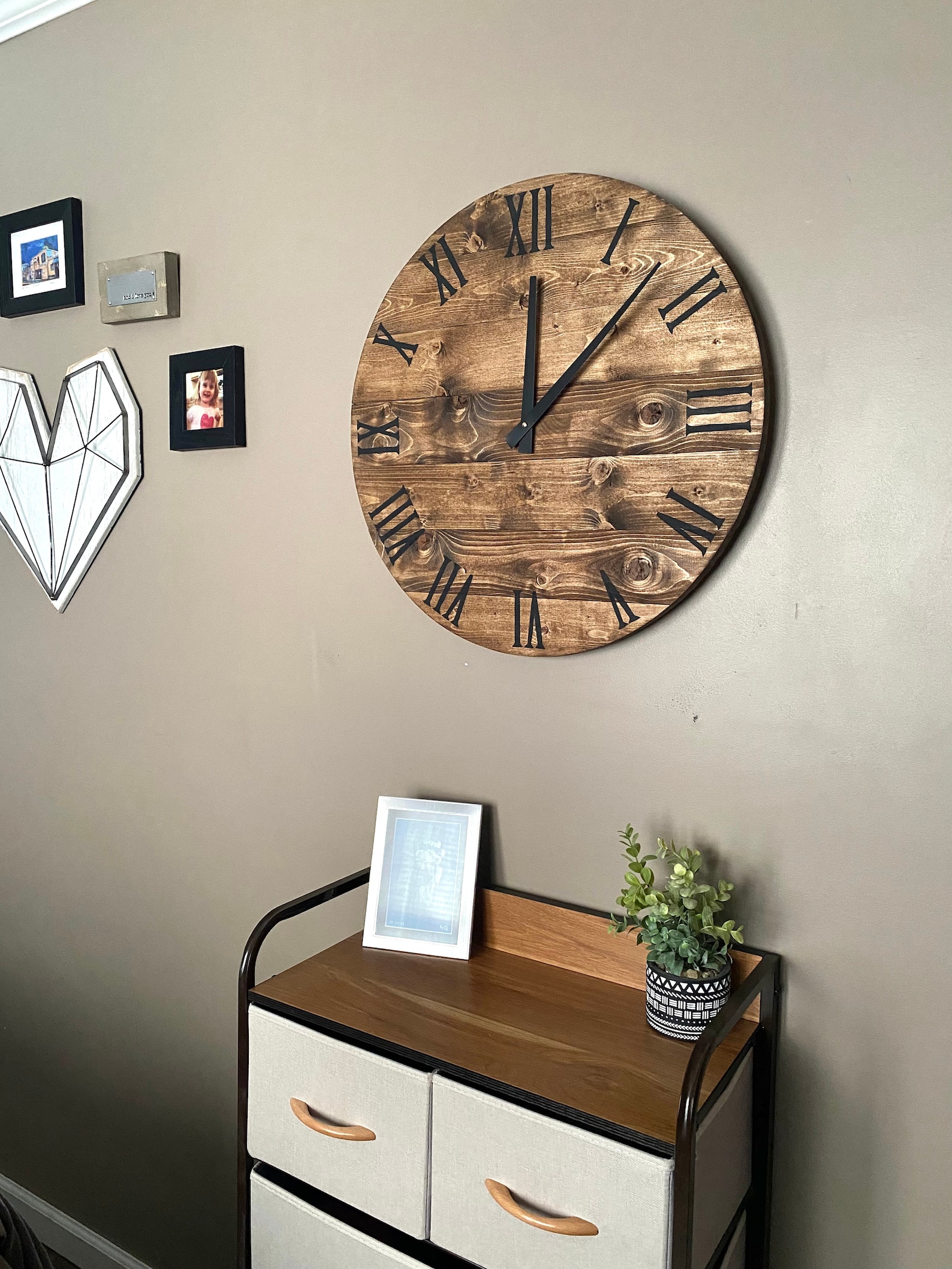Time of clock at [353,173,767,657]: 12:07
